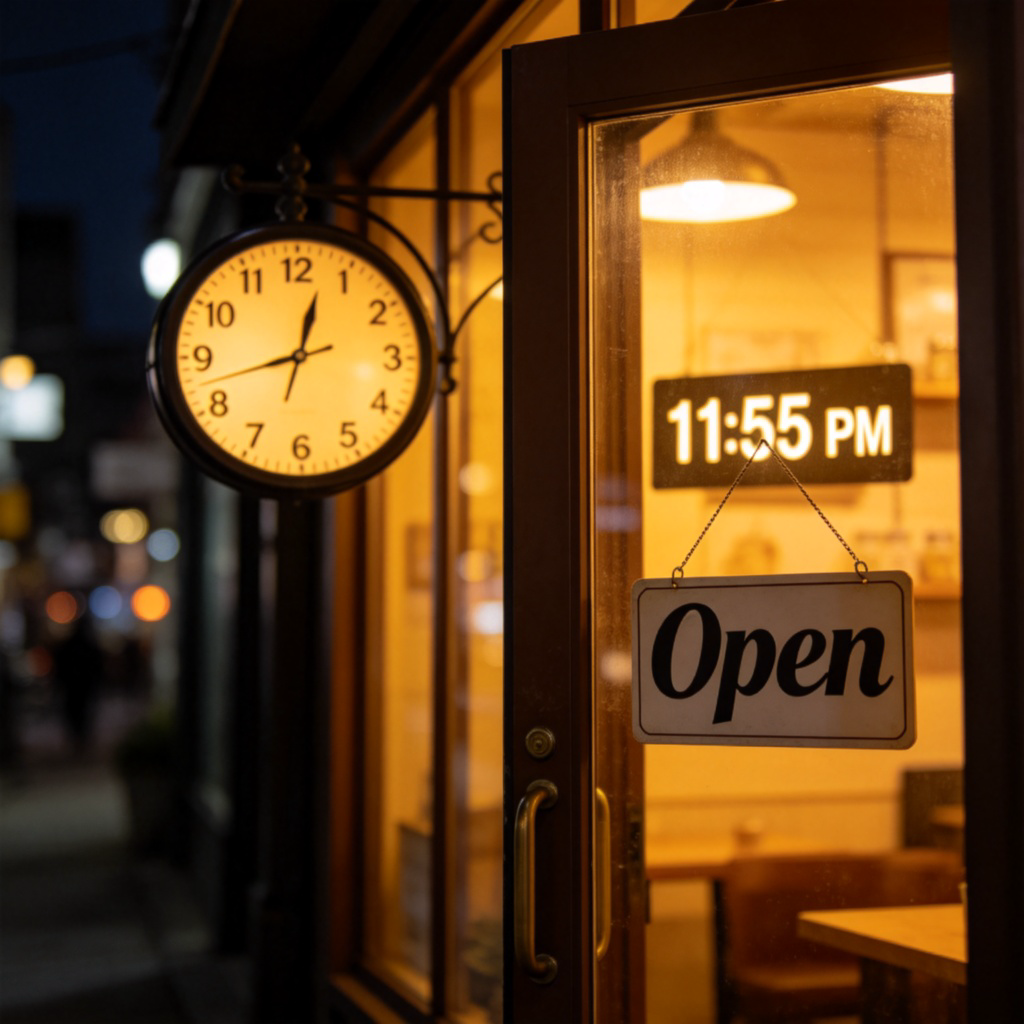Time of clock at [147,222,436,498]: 12:42
